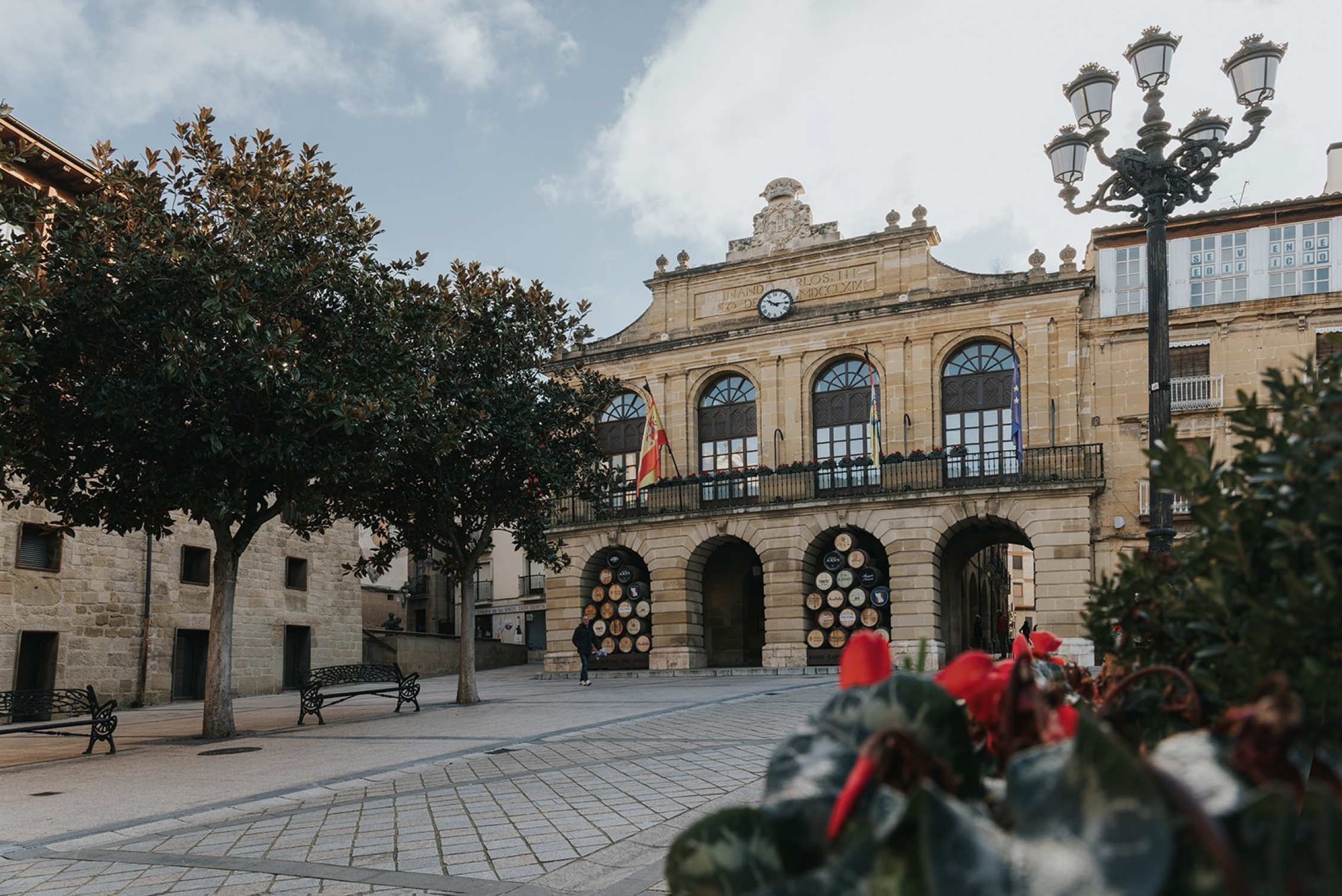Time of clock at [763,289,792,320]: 10:14
